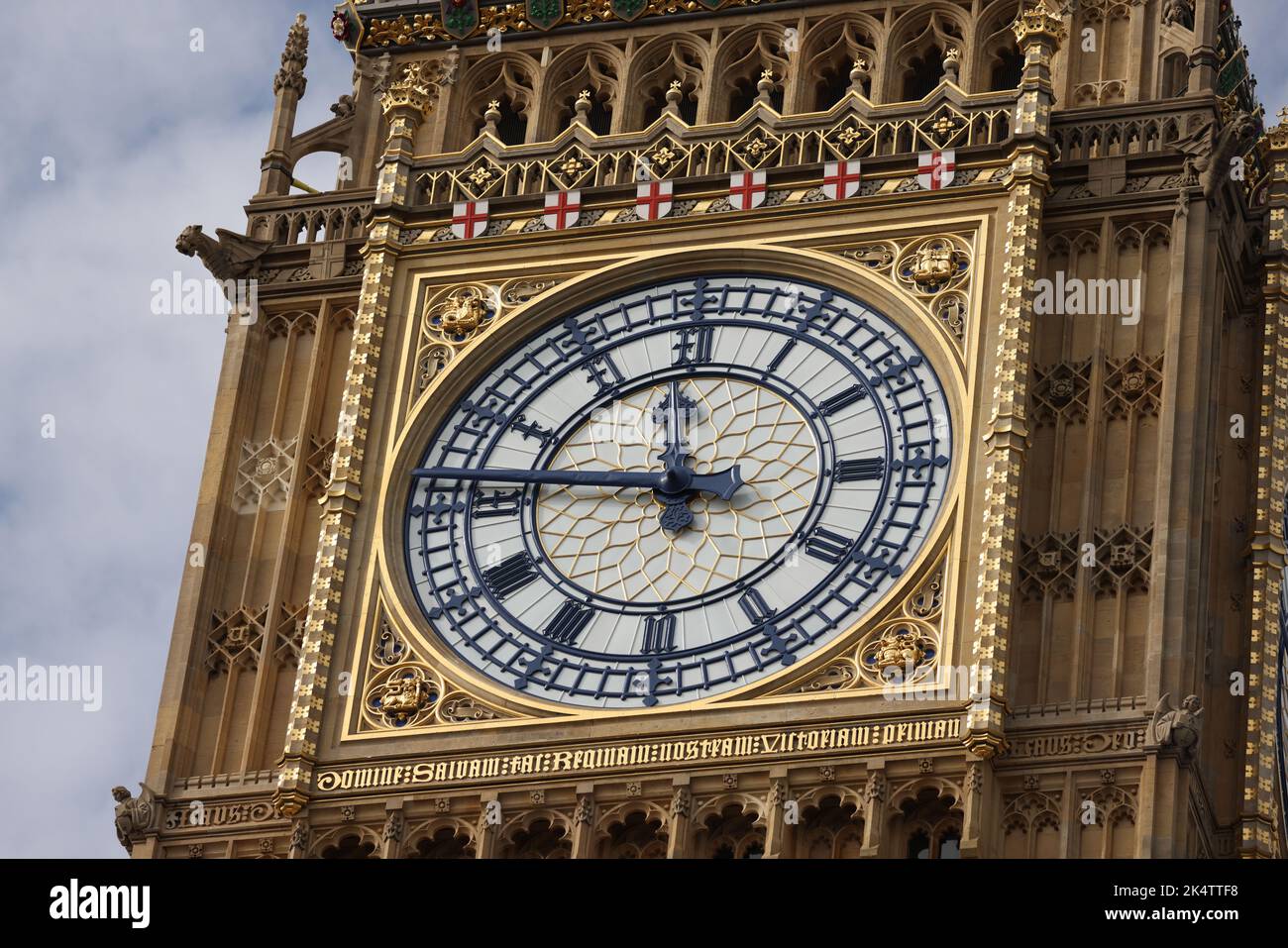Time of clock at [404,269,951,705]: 11:46
